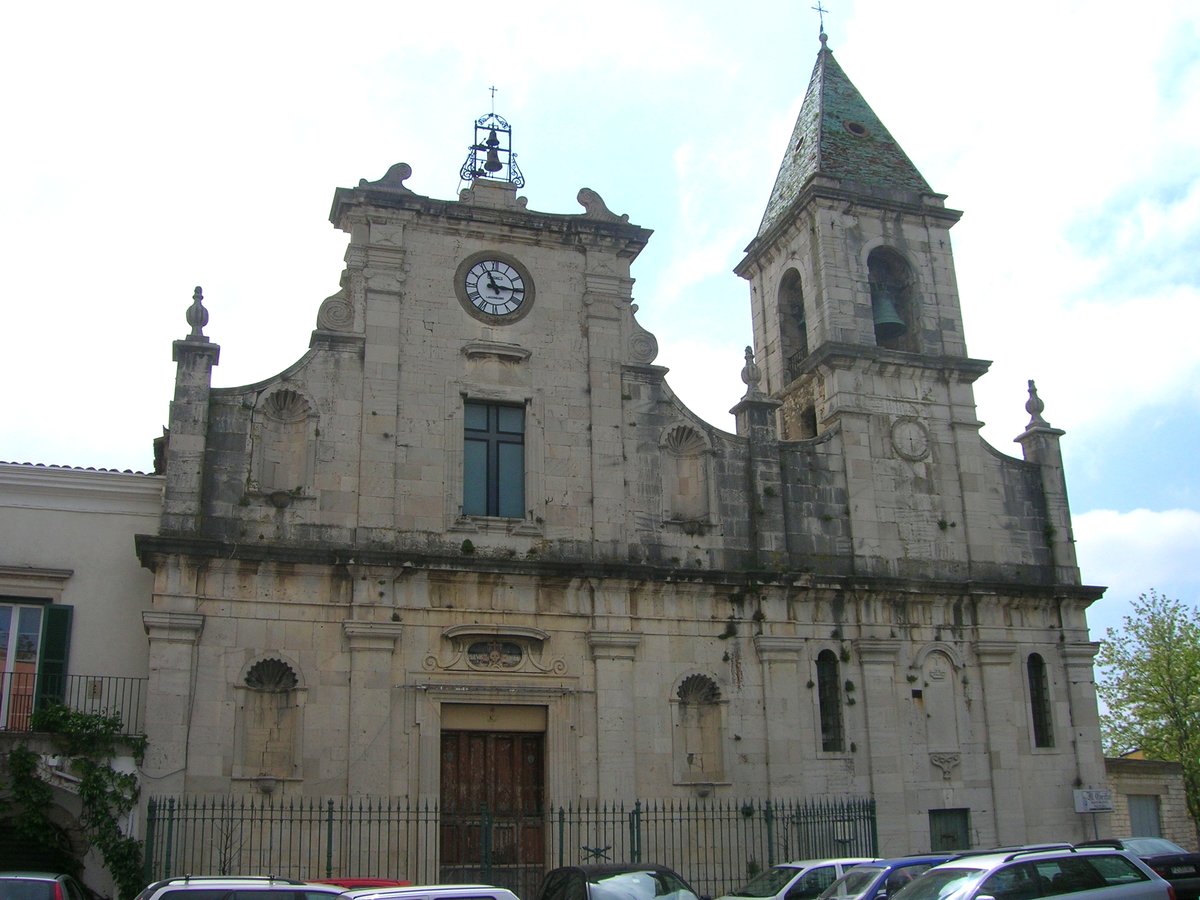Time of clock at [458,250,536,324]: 11:15
